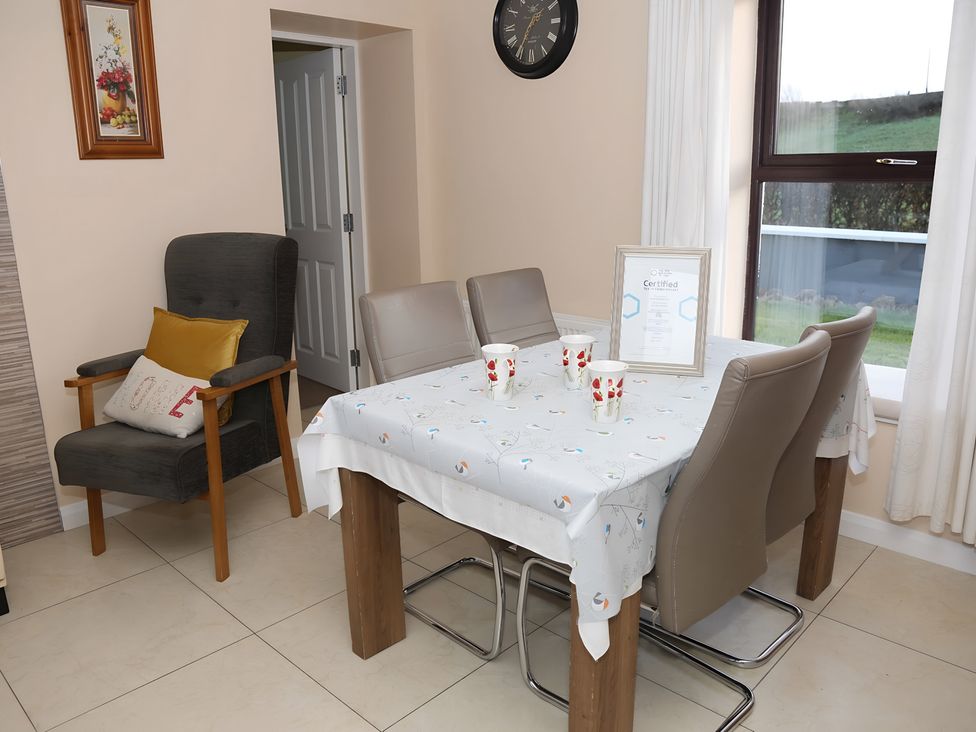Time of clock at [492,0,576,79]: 1:35
